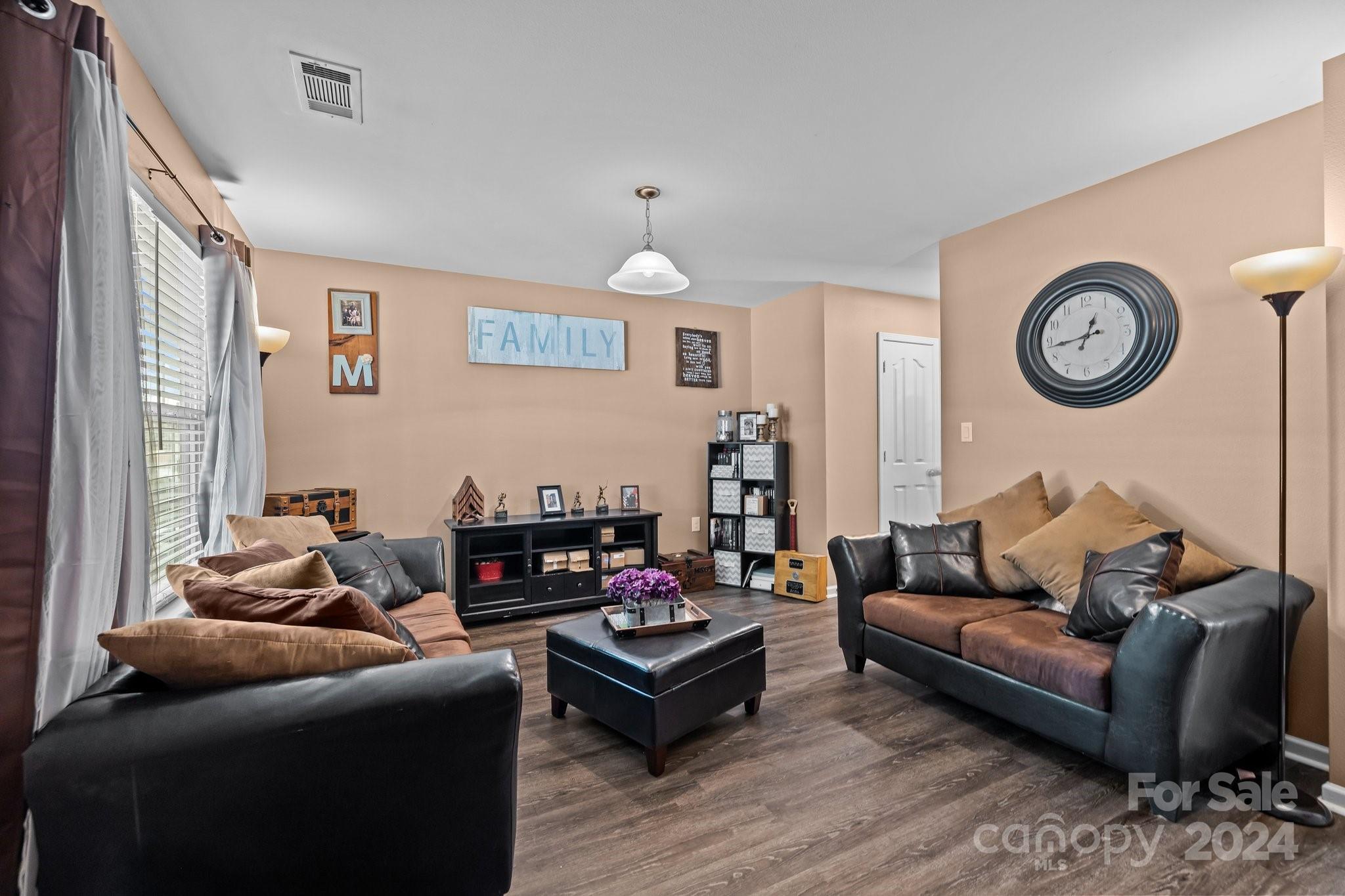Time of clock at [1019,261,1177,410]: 12:43
